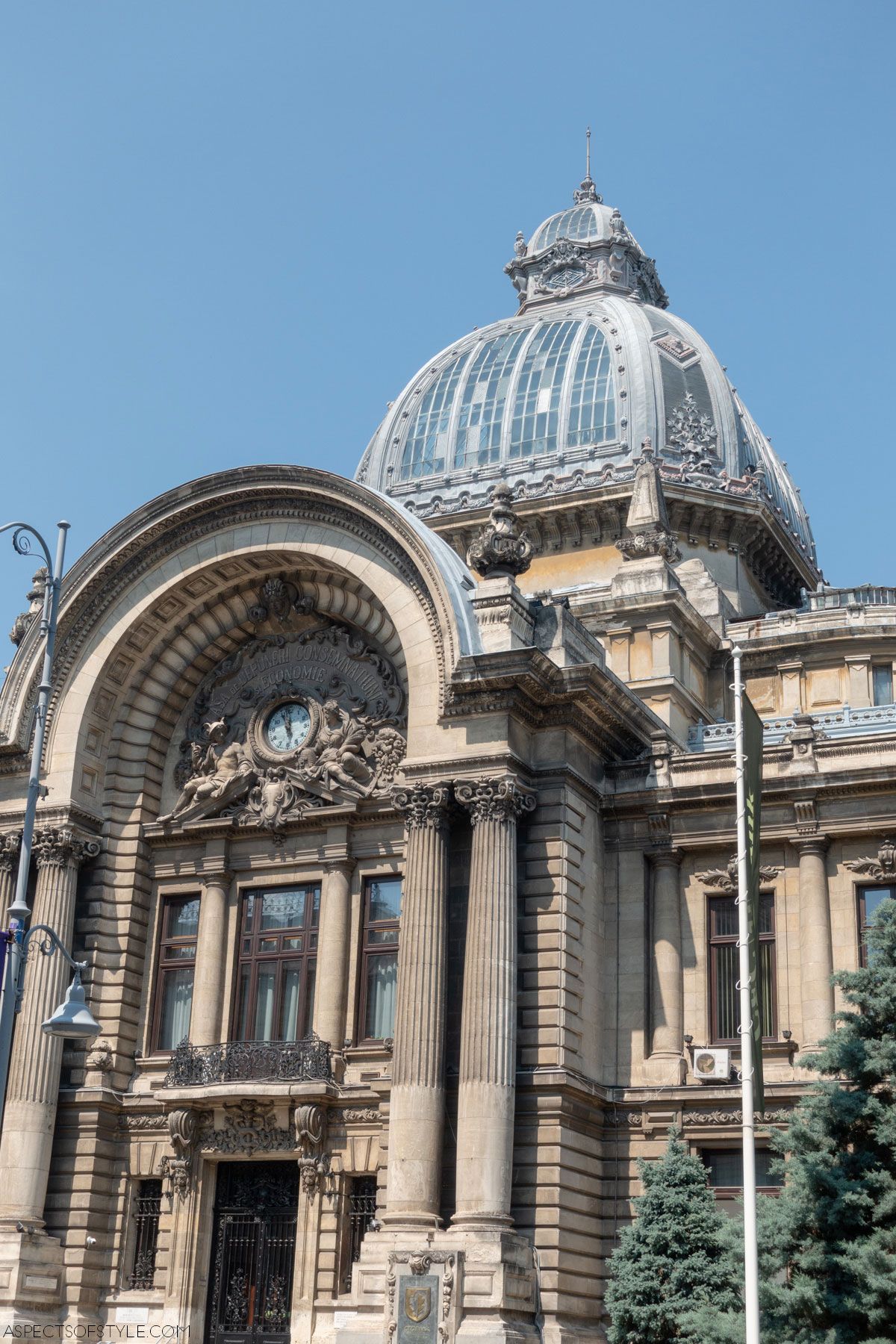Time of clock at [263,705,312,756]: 11:55
